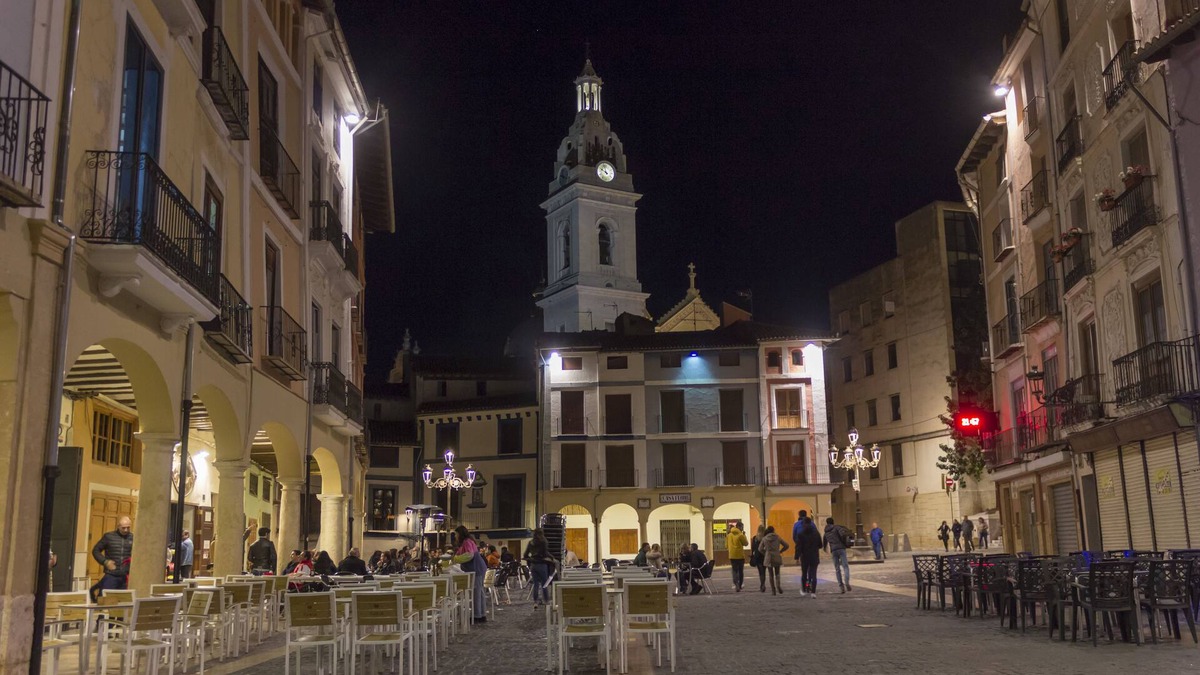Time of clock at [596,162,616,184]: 9:57
